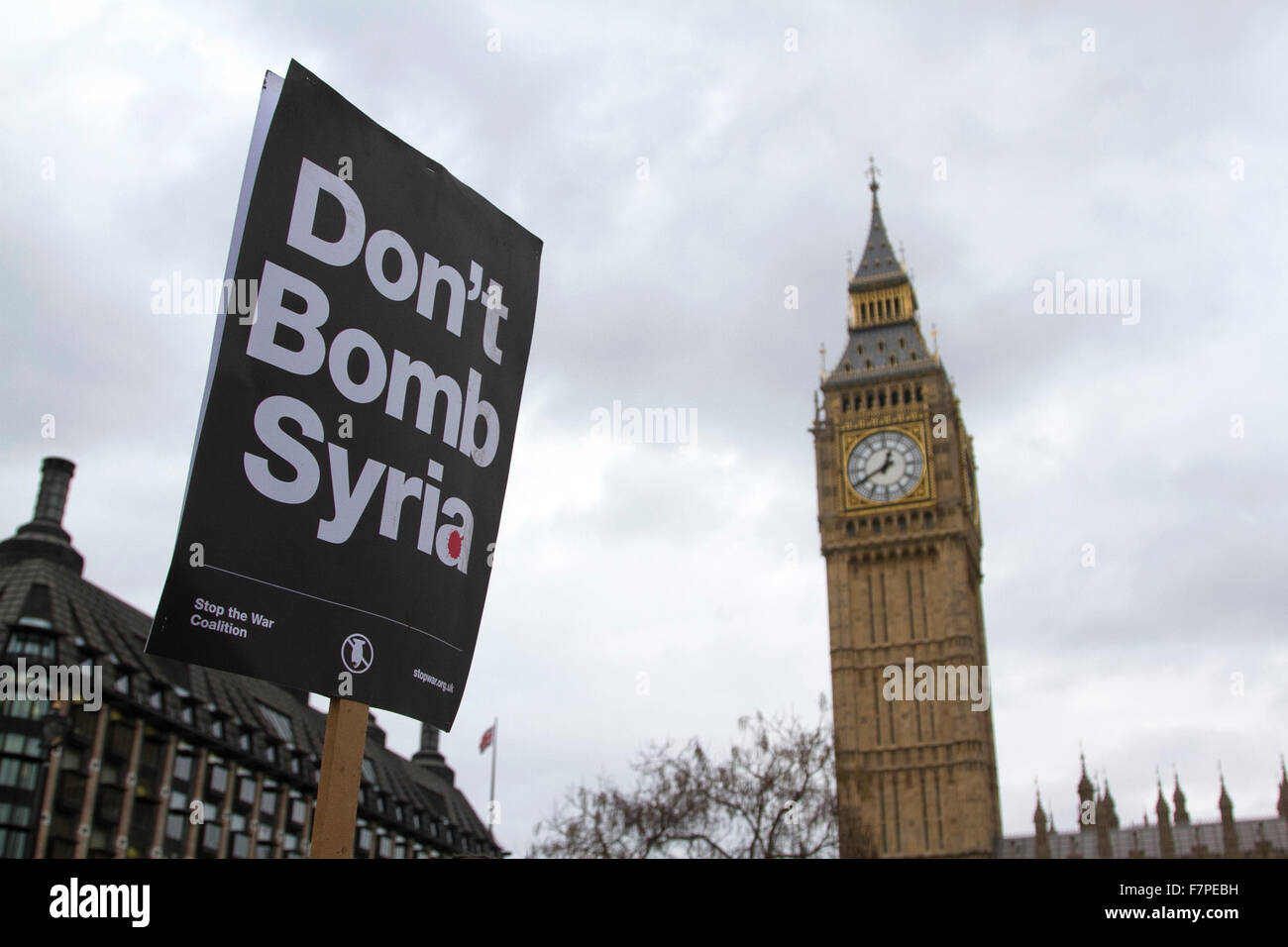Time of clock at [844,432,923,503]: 12:40
